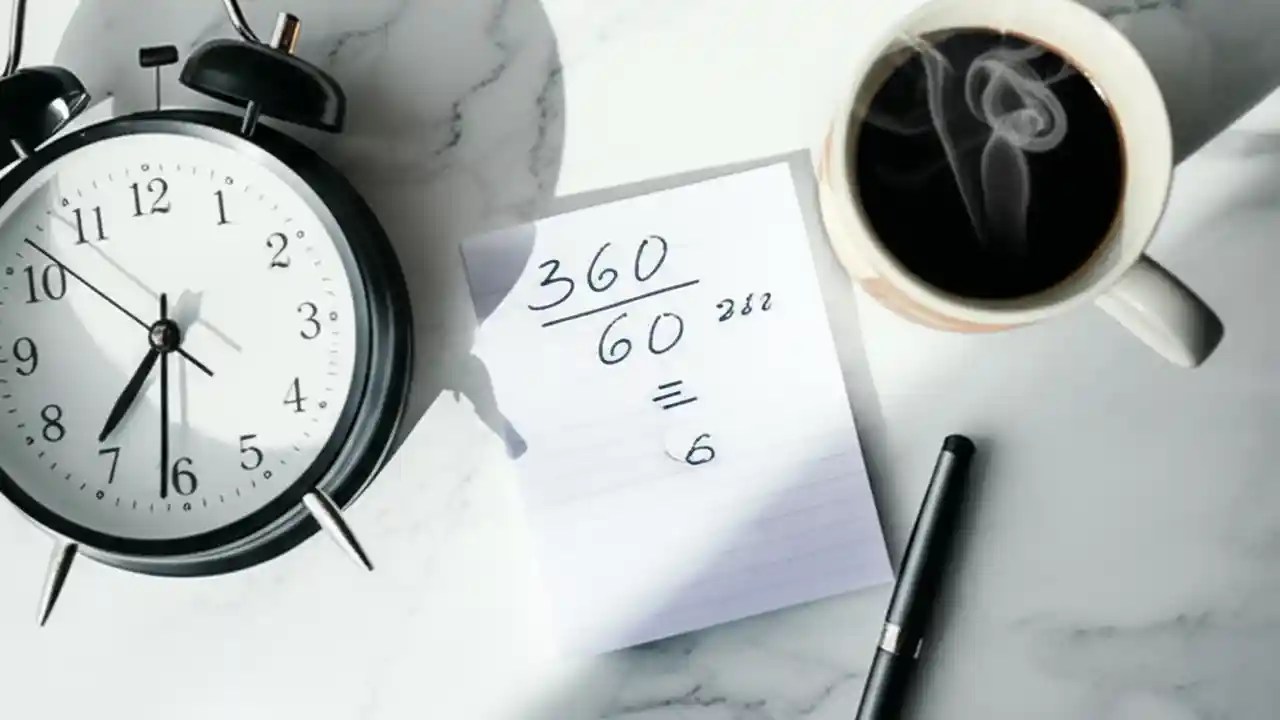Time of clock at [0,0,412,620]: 7:31
